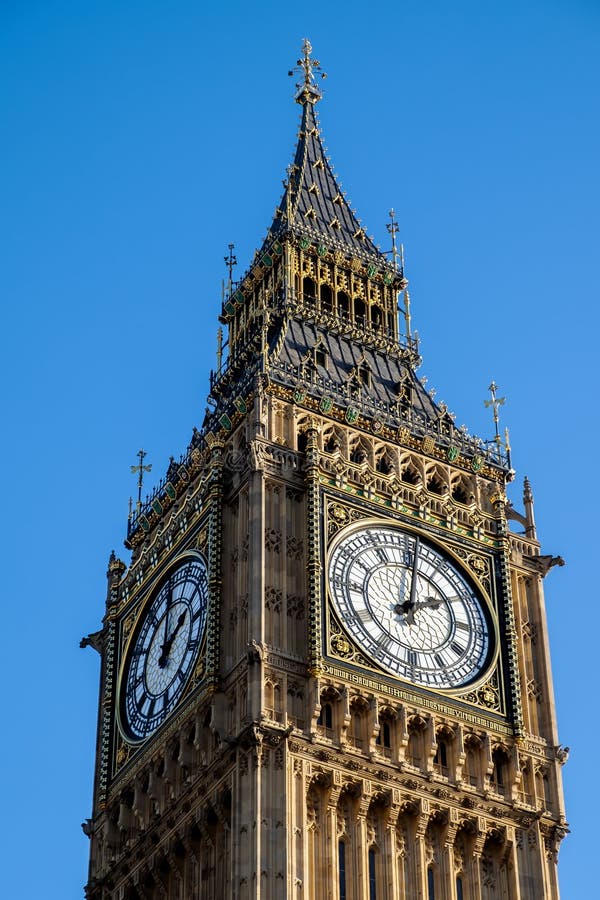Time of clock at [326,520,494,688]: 2:01
